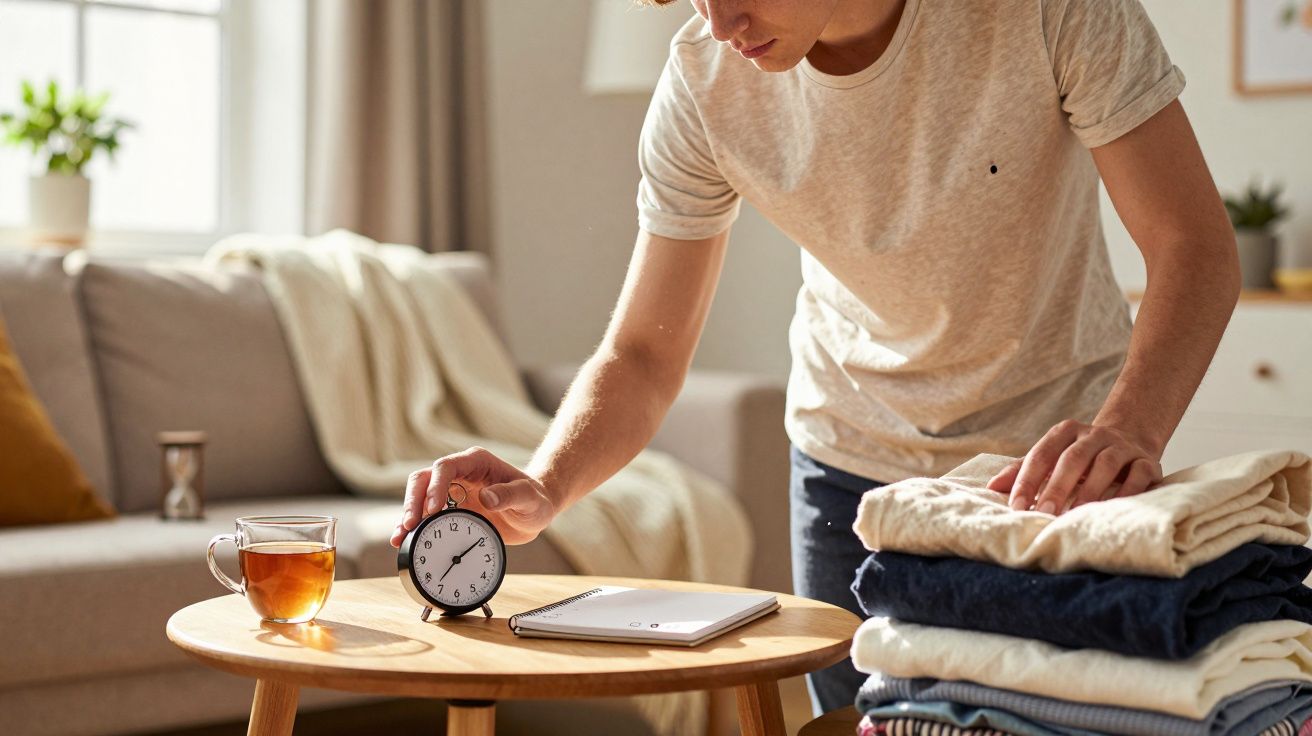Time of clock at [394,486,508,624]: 7:09
